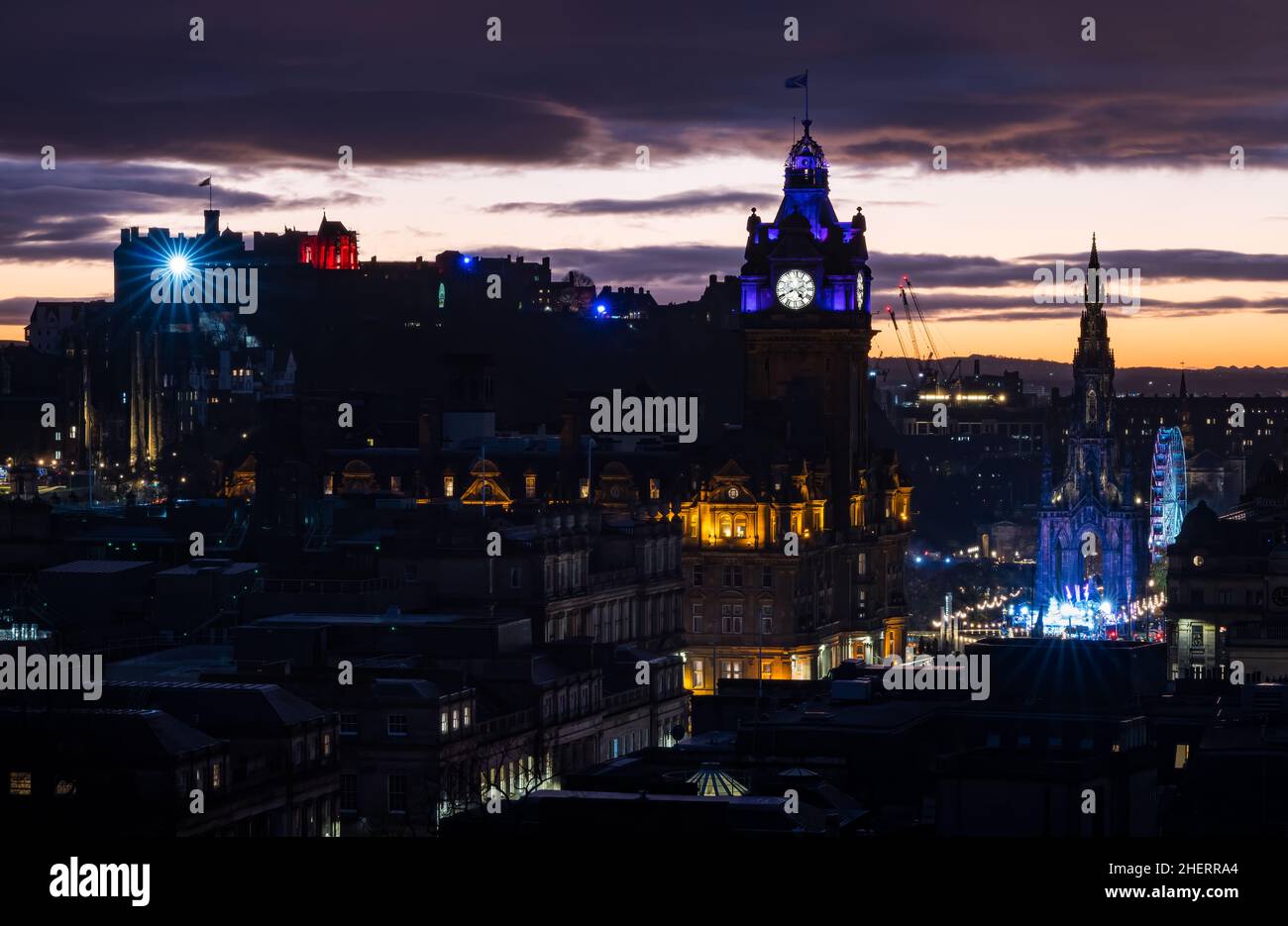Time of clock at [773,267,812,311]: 4:40
